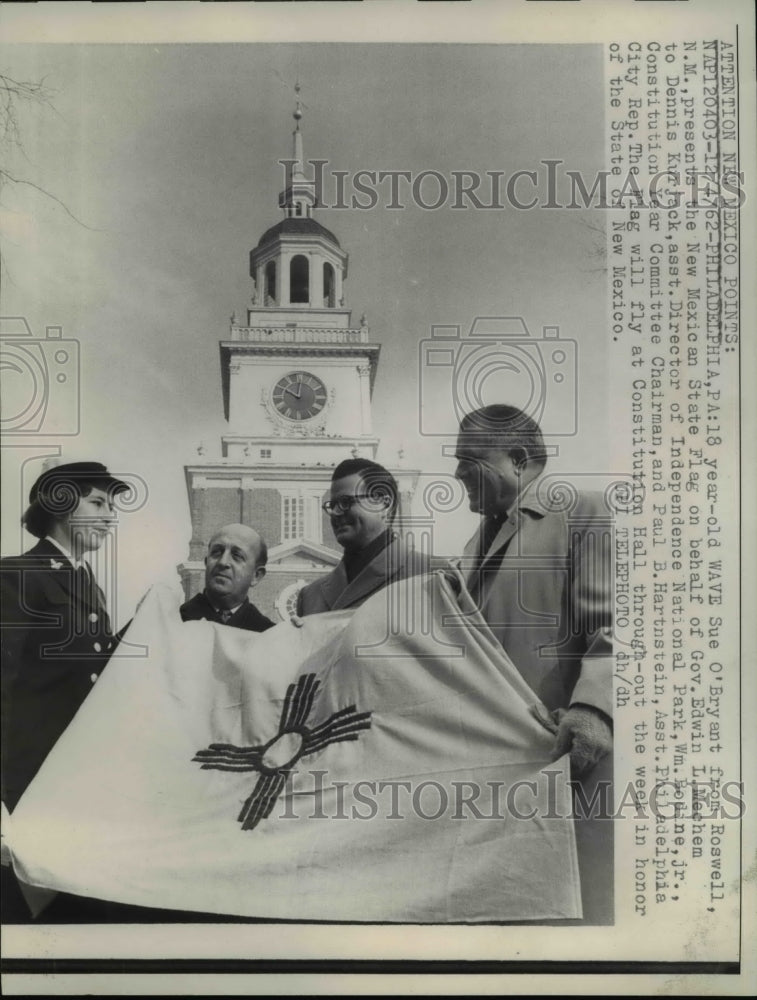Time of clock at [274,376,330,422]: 10:00
